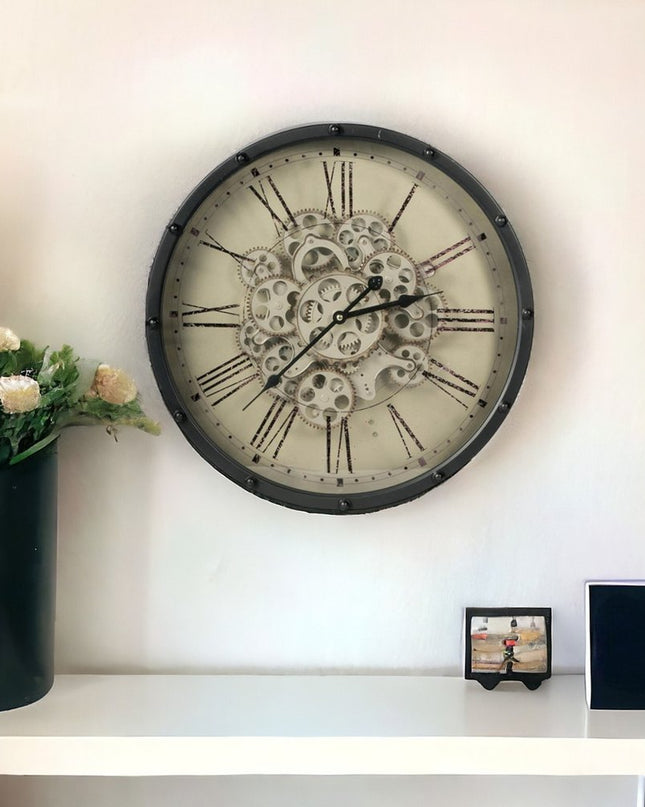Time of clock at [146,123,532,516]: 2:37
